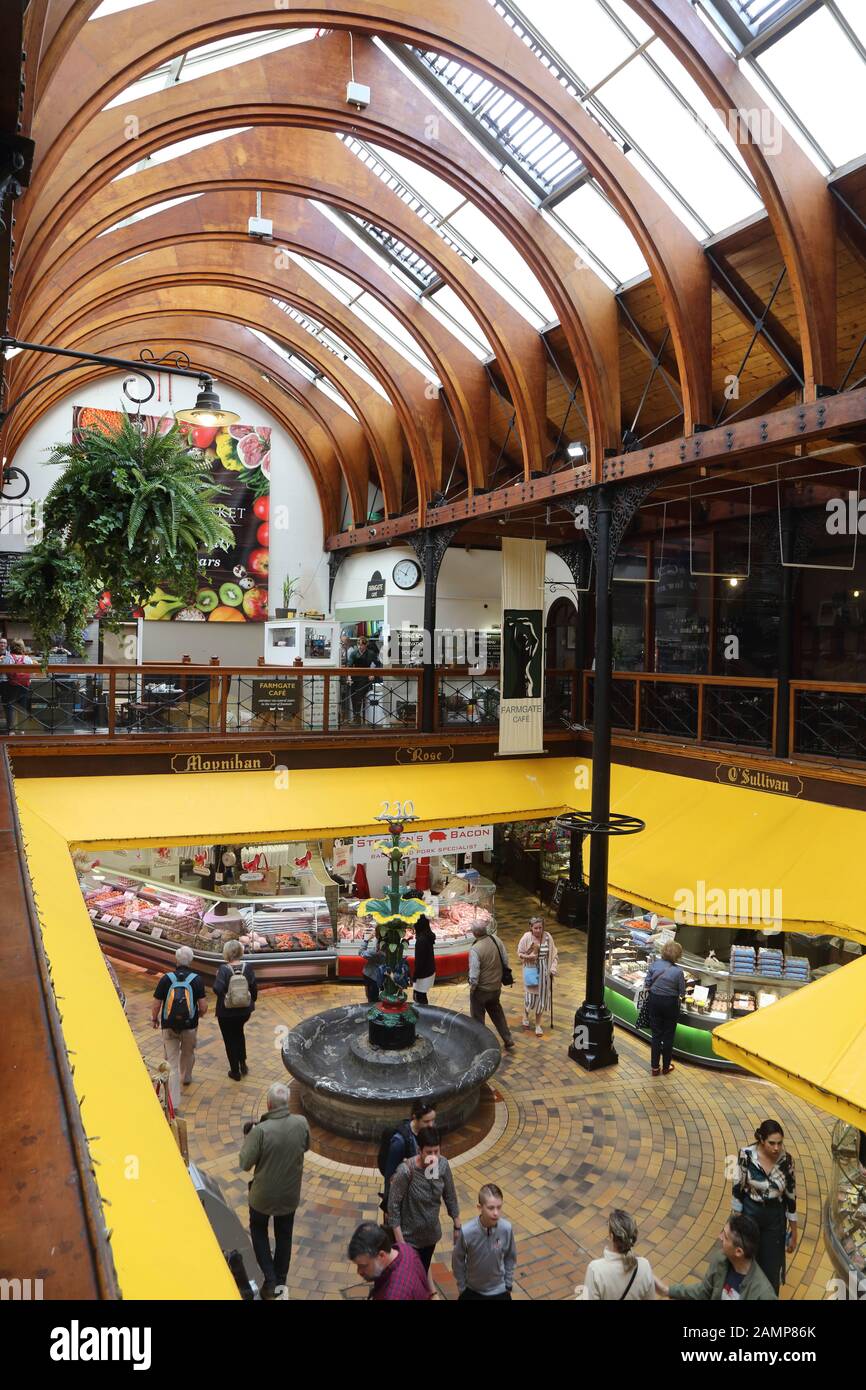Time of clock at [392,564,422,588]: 10:03
